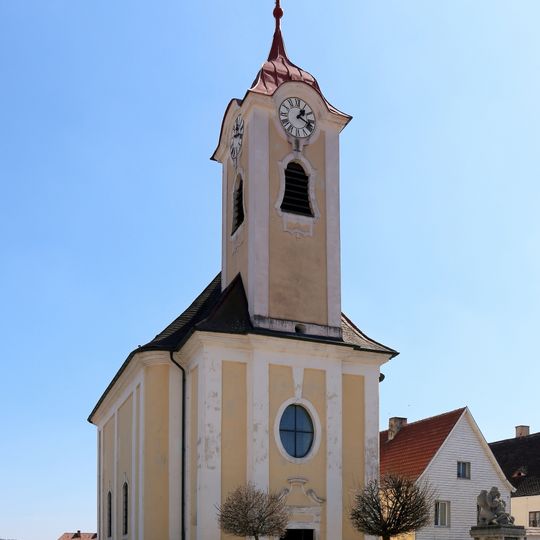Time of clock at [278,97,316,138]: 1:18
